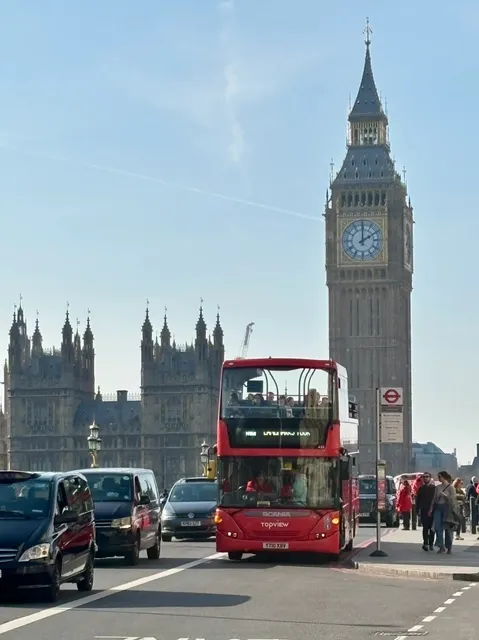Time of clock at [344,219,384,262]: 2:00
